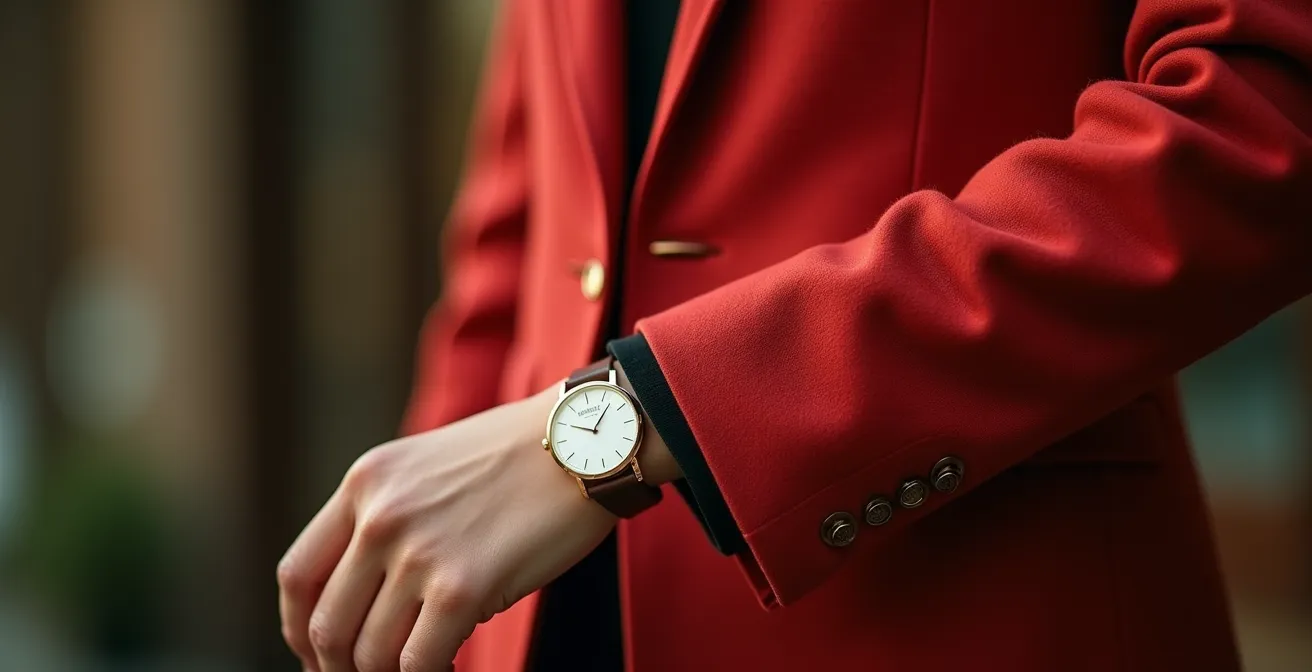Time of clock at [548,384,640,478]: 10:07
